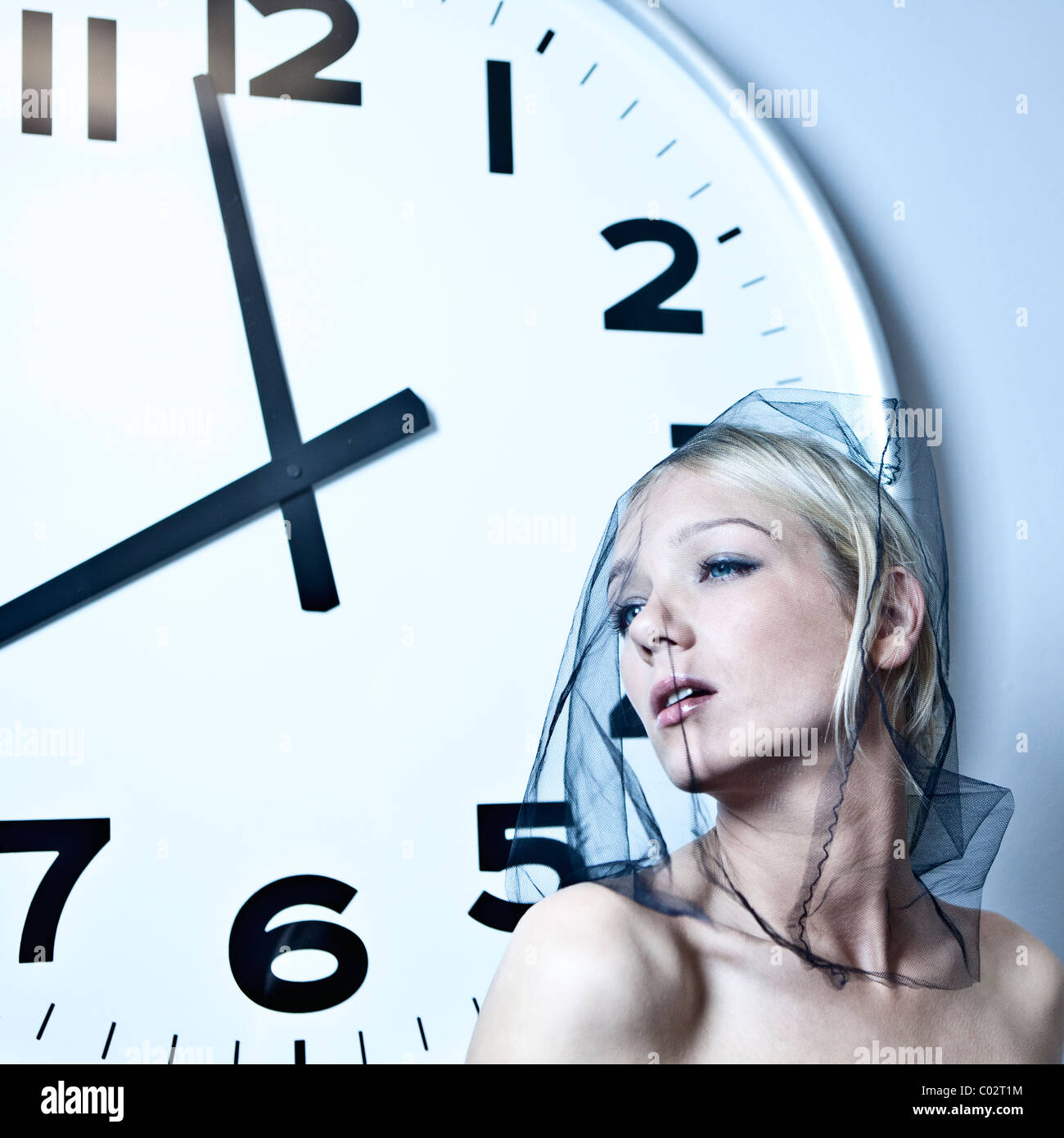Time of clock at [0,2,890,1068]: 11:40
